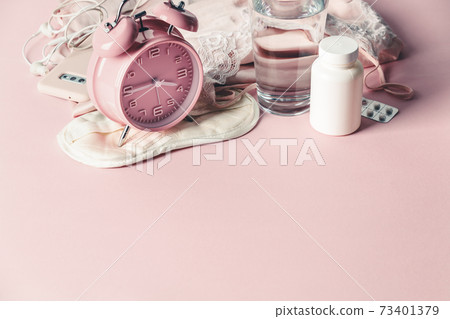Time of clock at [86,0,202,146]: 3:44
